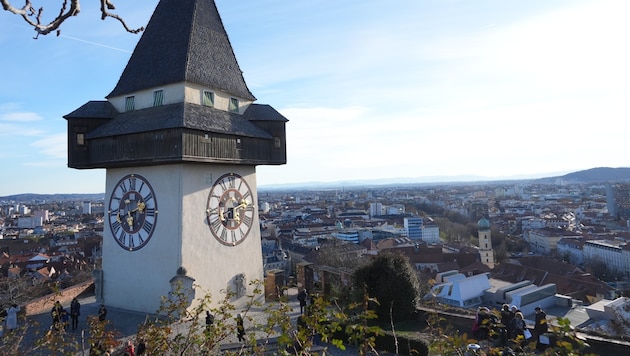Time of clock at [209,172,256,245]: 7:11
